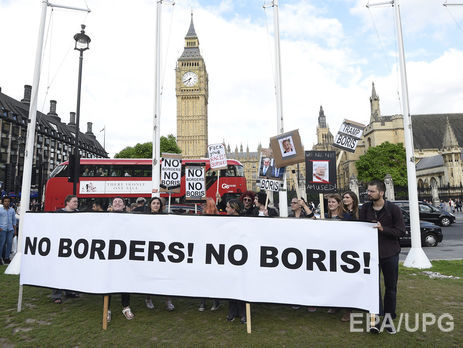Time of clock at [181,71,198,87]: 6:40
